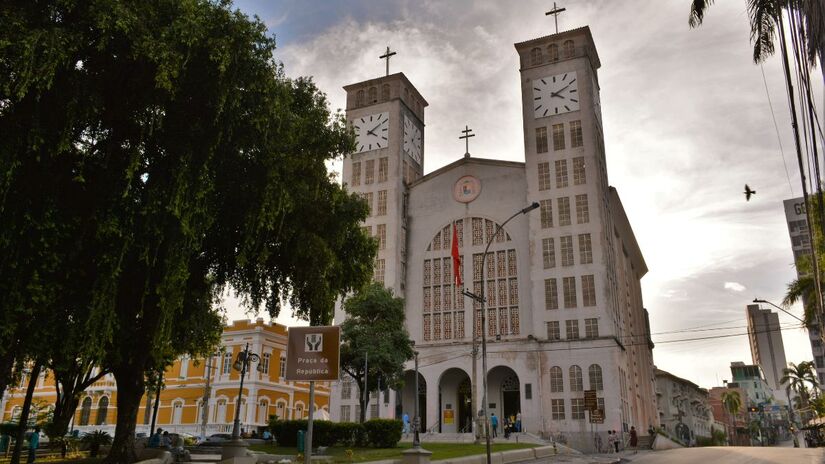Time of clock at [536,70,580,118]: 4:10
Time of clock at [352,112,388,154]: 4:09
